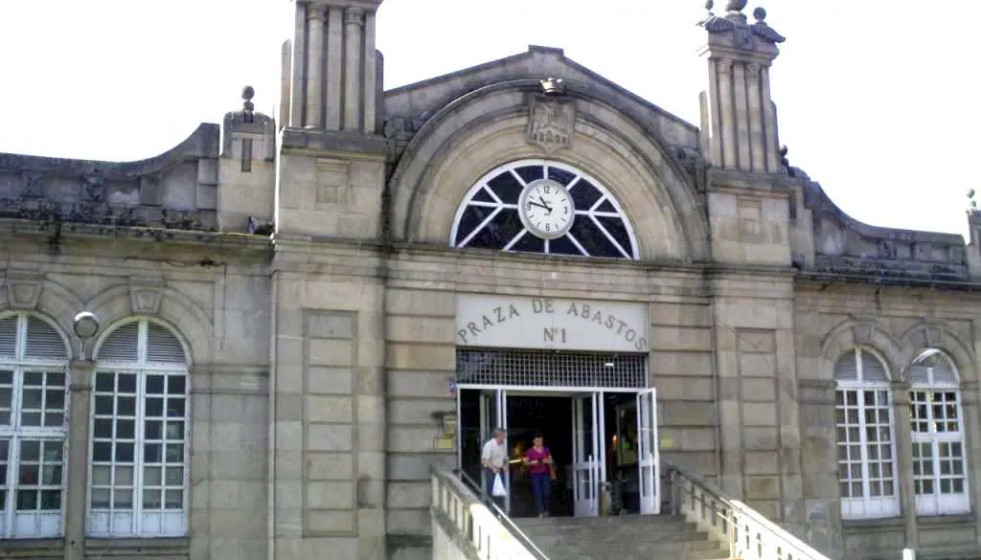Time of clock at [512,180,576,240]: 10:47
